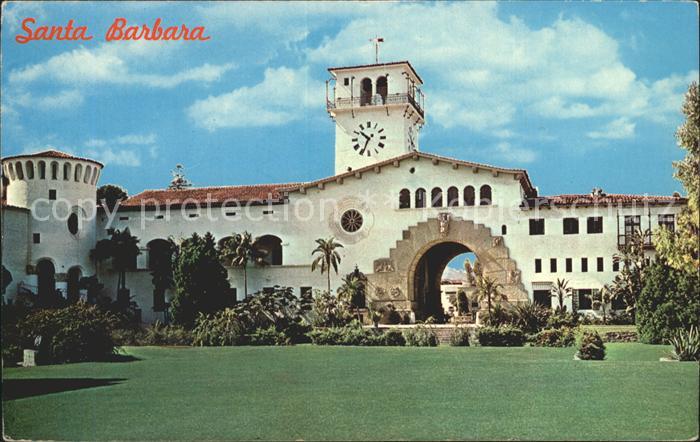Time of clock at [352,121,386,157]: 10:34
